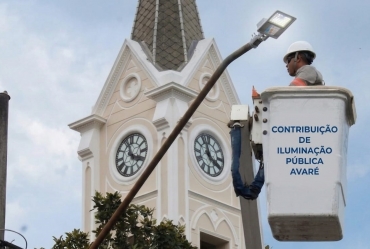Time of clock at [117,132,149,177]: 3:57
